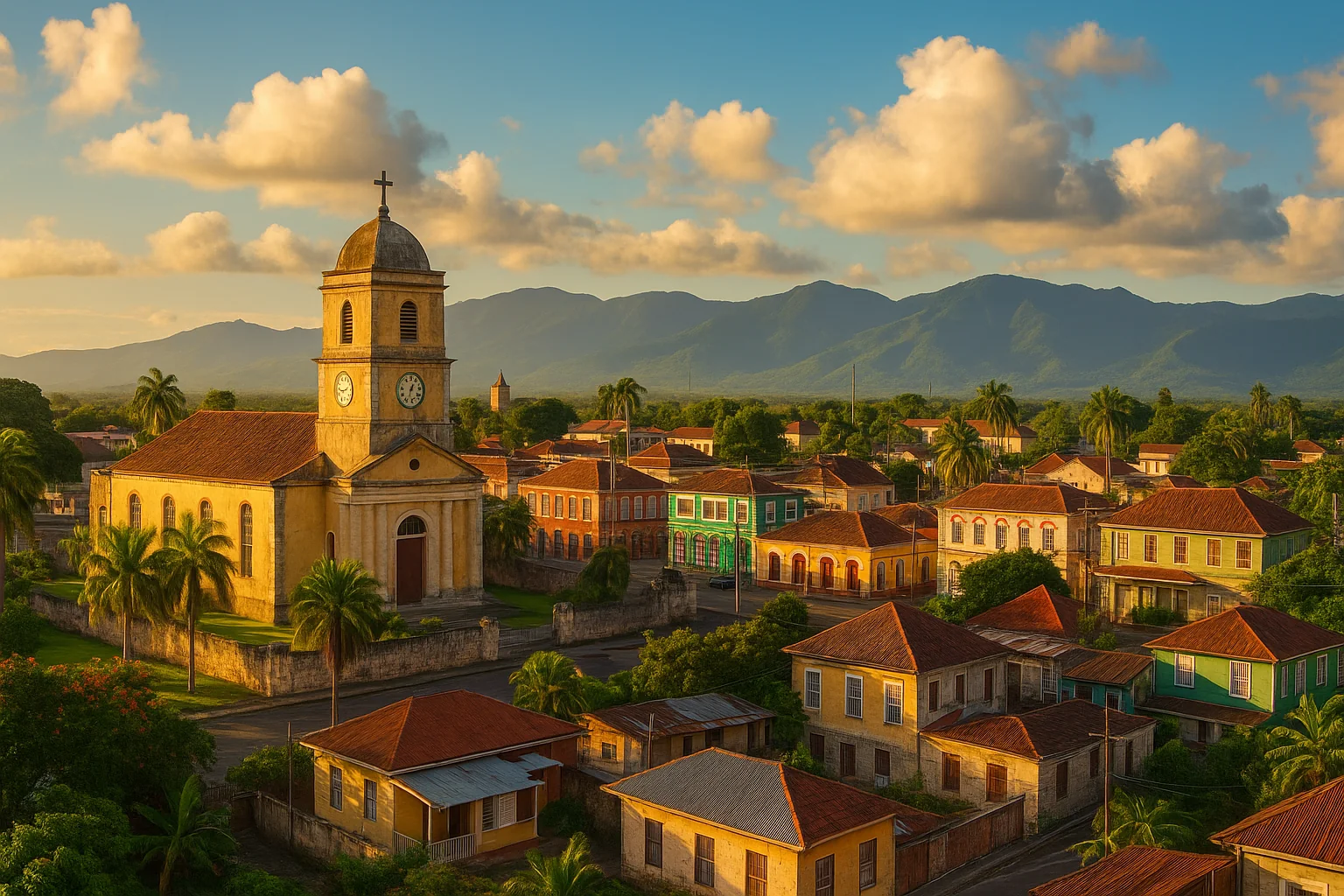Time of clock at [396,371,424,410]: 12:32
